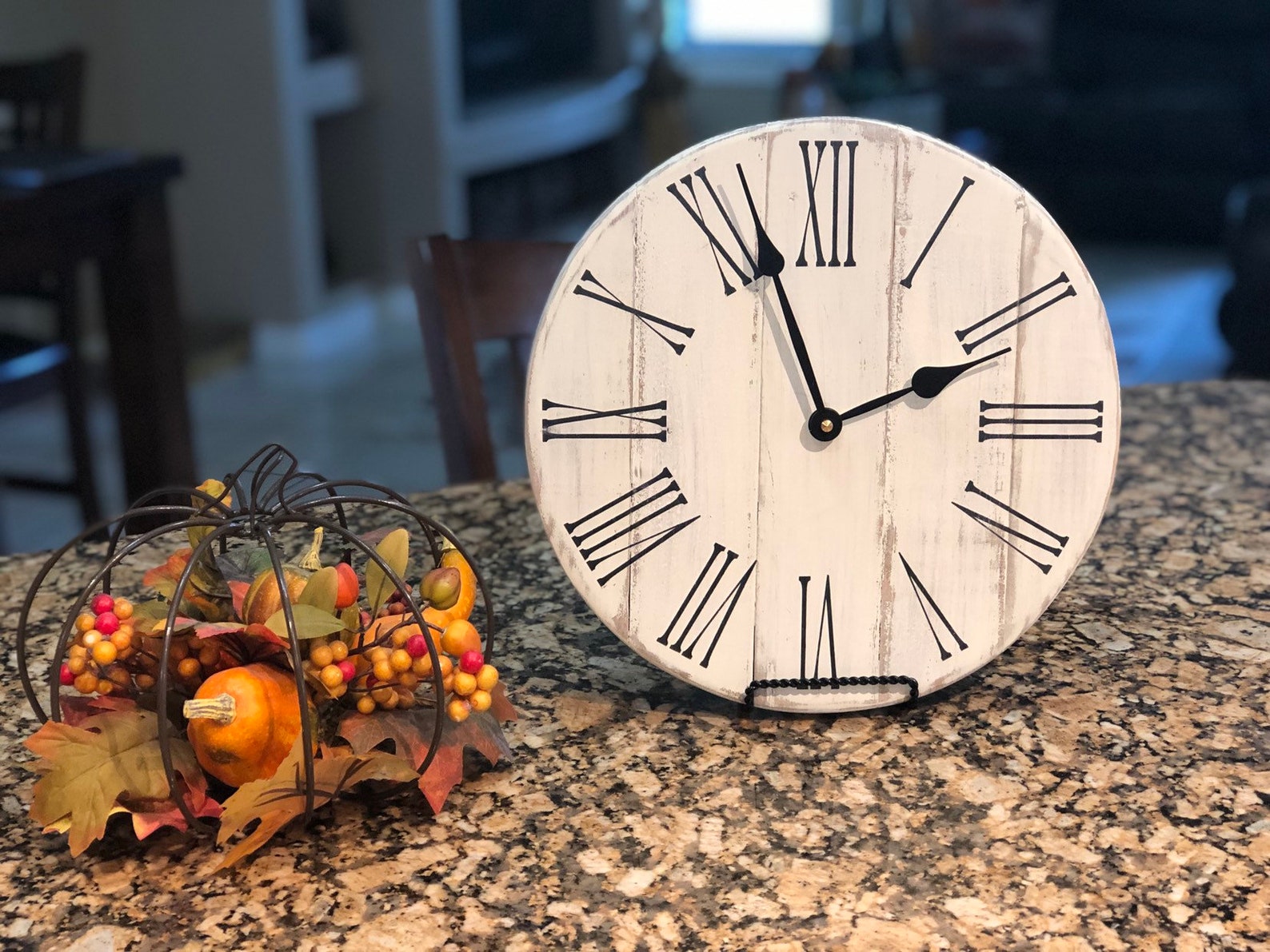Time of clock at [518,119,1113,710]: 1:56
